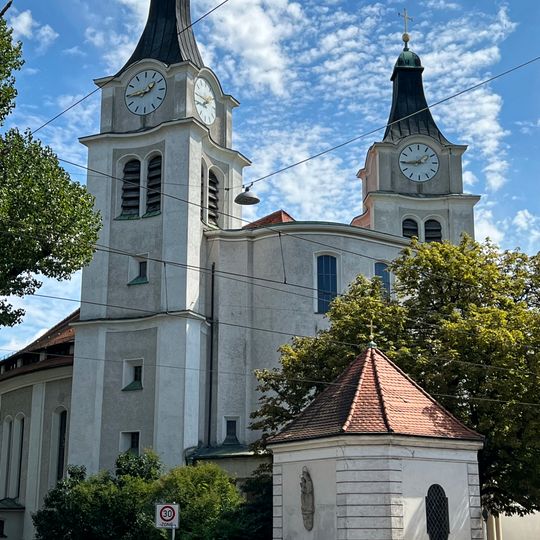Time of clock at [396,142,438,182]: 1:43
